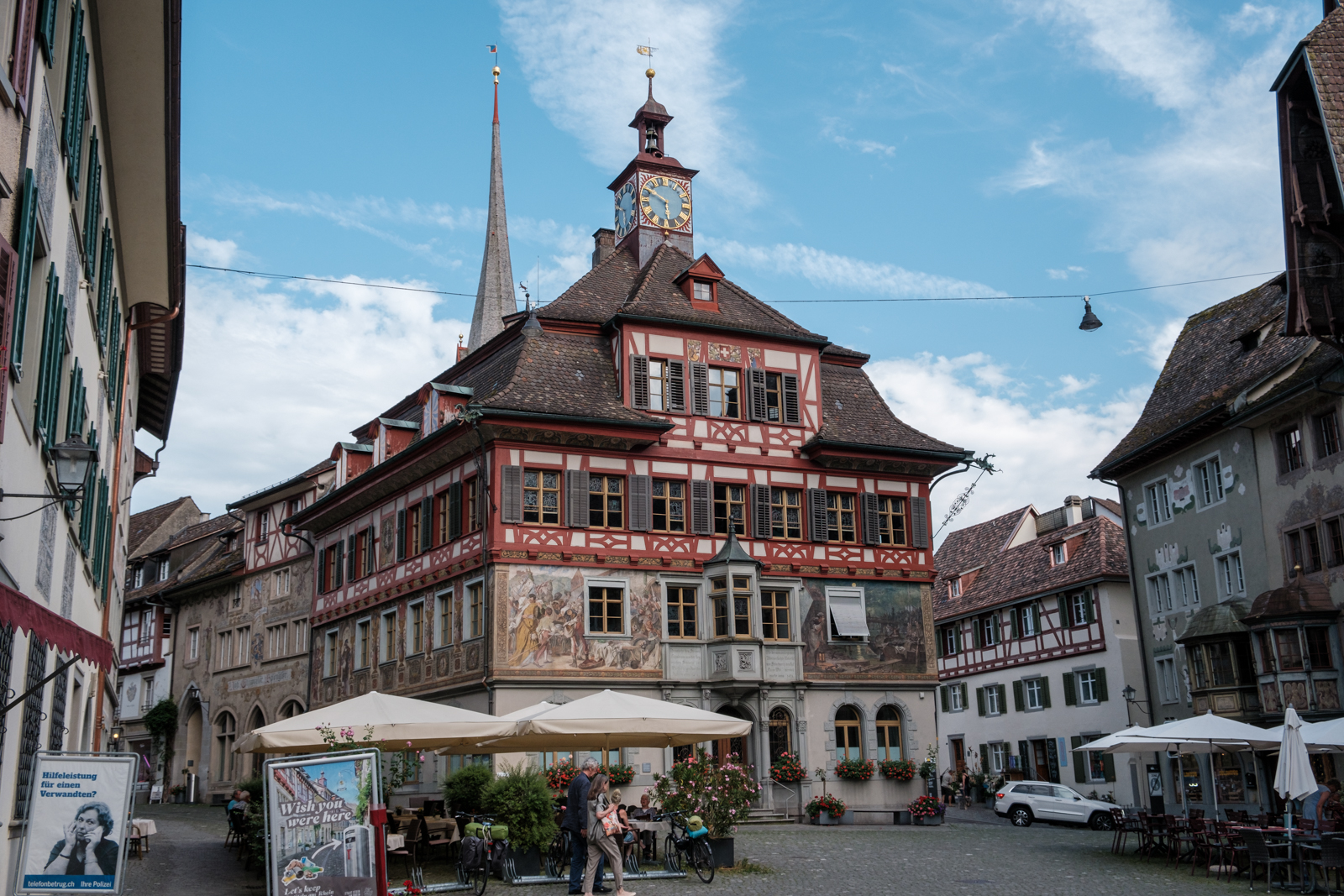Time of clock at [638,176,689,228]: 5:50
